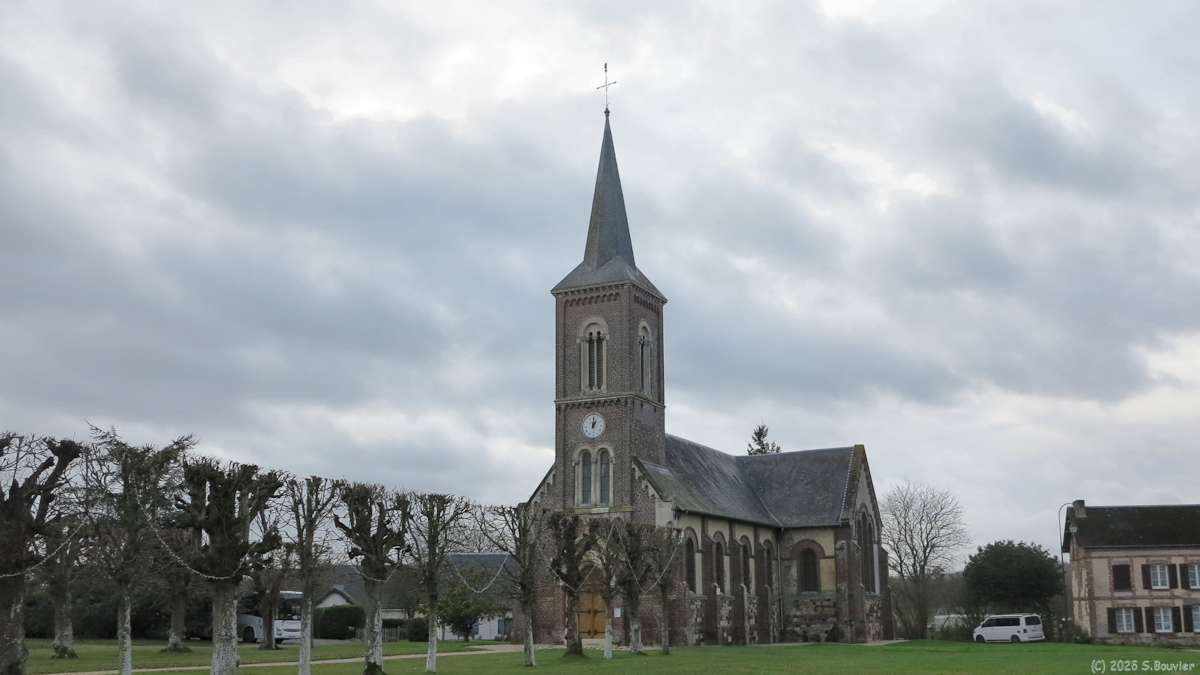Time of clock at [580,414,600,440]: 1:00
